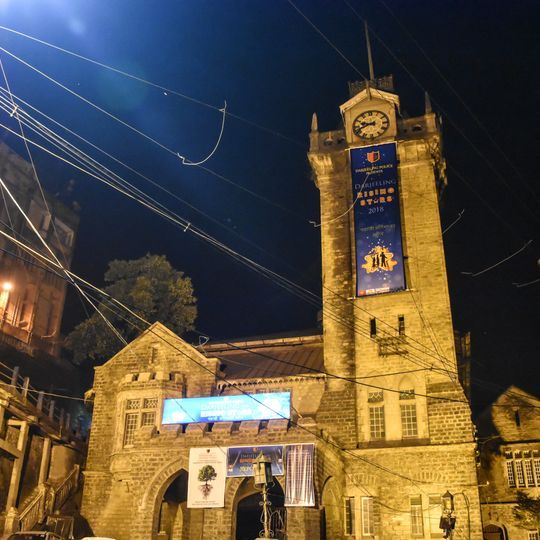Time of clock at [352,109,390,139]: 9:42
